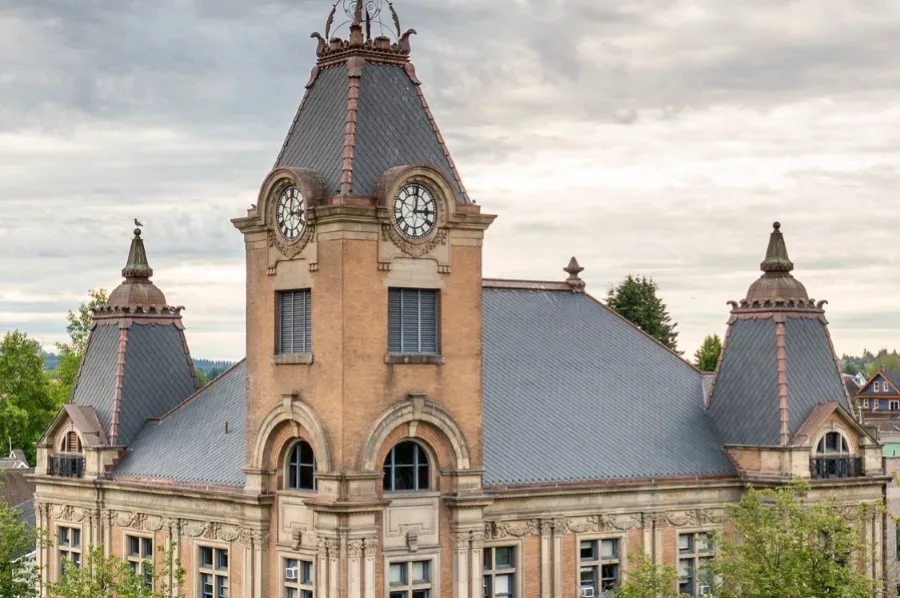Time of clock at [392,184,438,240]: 3:01
